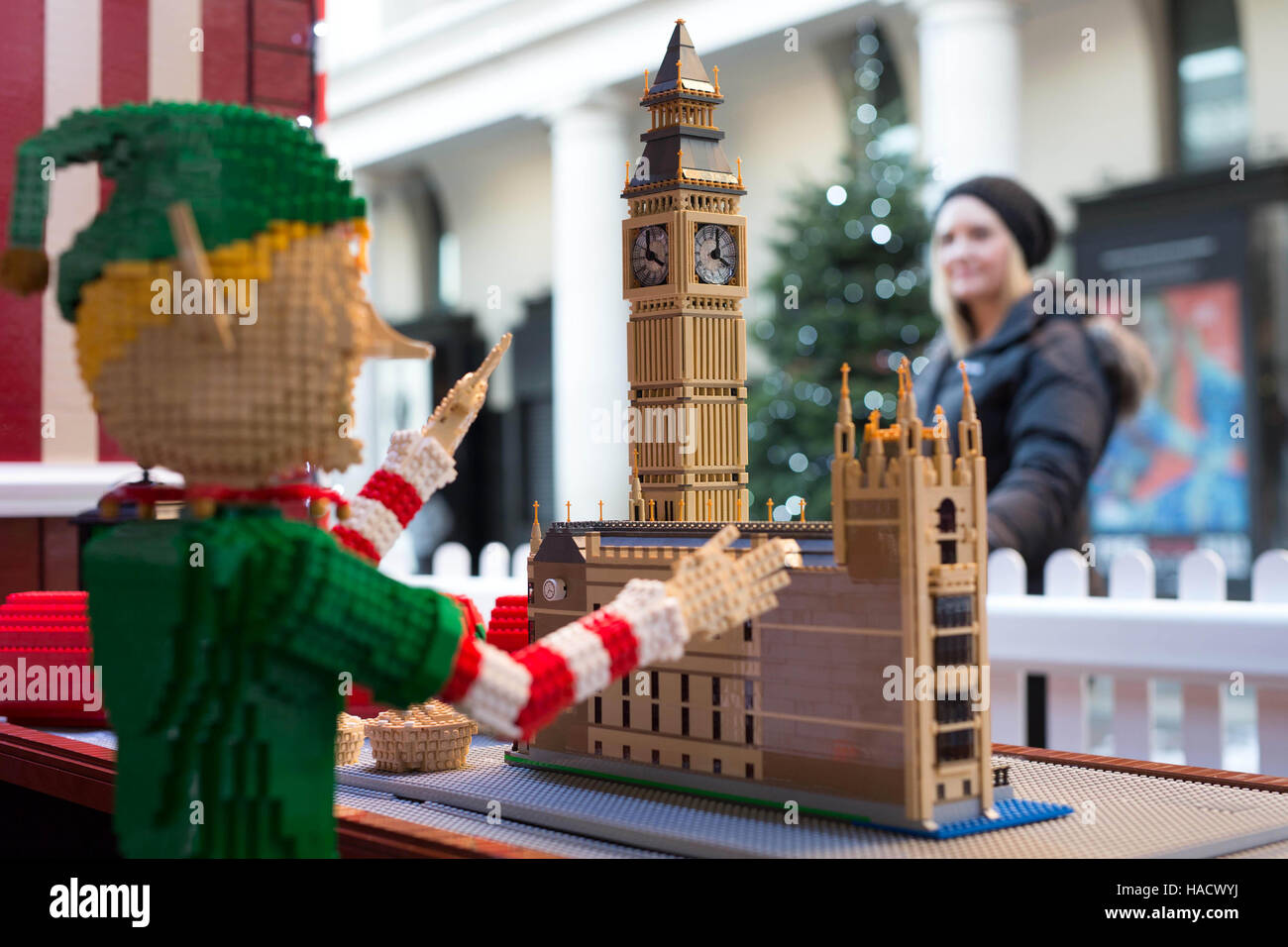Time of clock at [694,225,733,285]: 4:01
